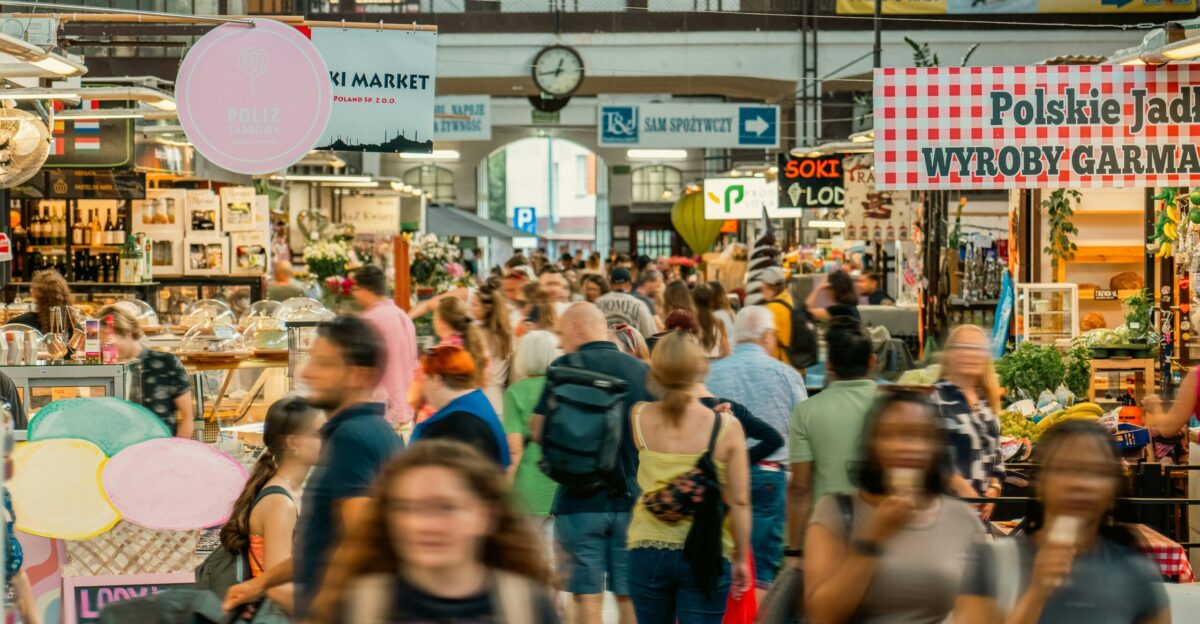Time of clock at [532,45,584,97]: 12:43
